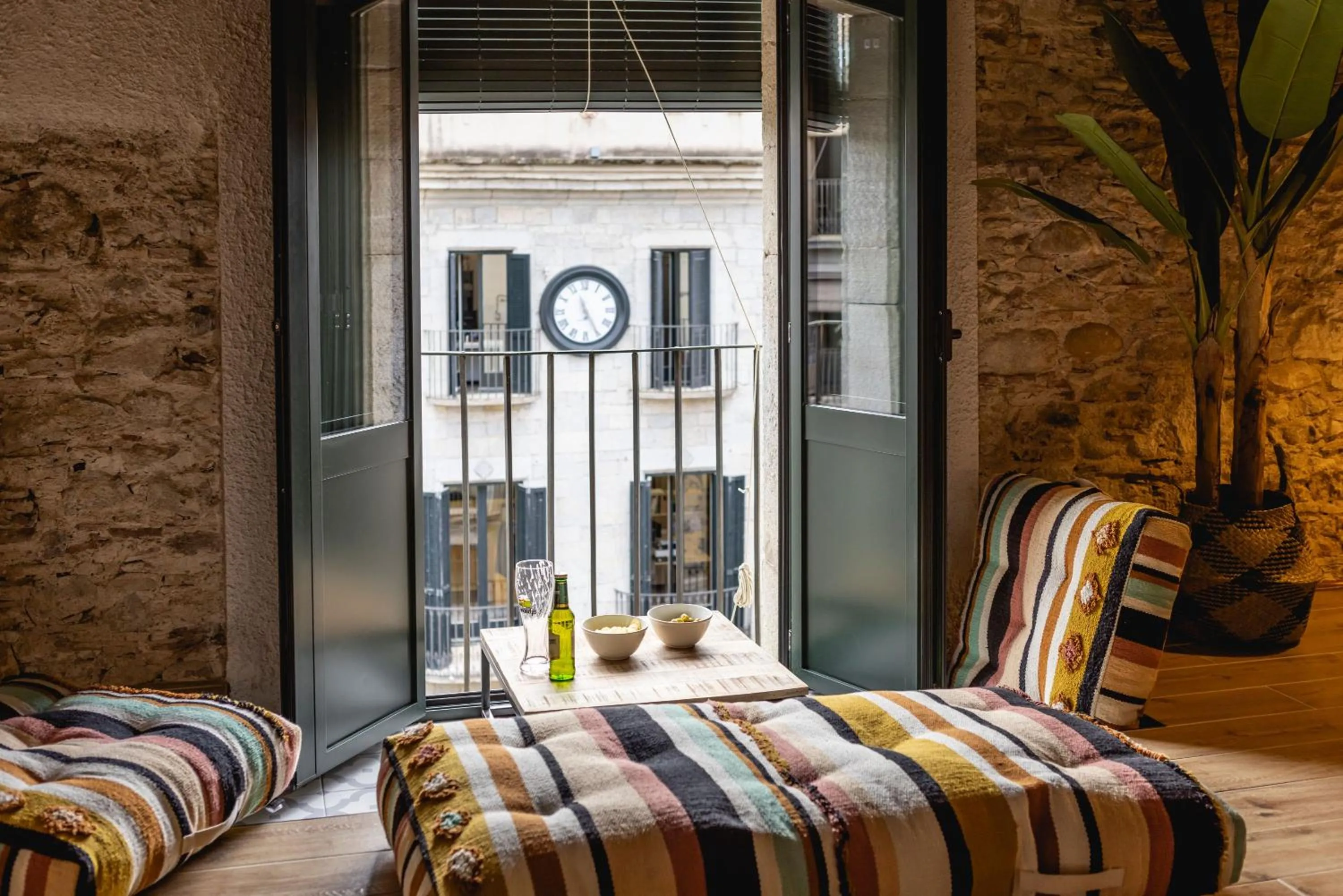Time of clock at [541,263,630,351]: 11:25
